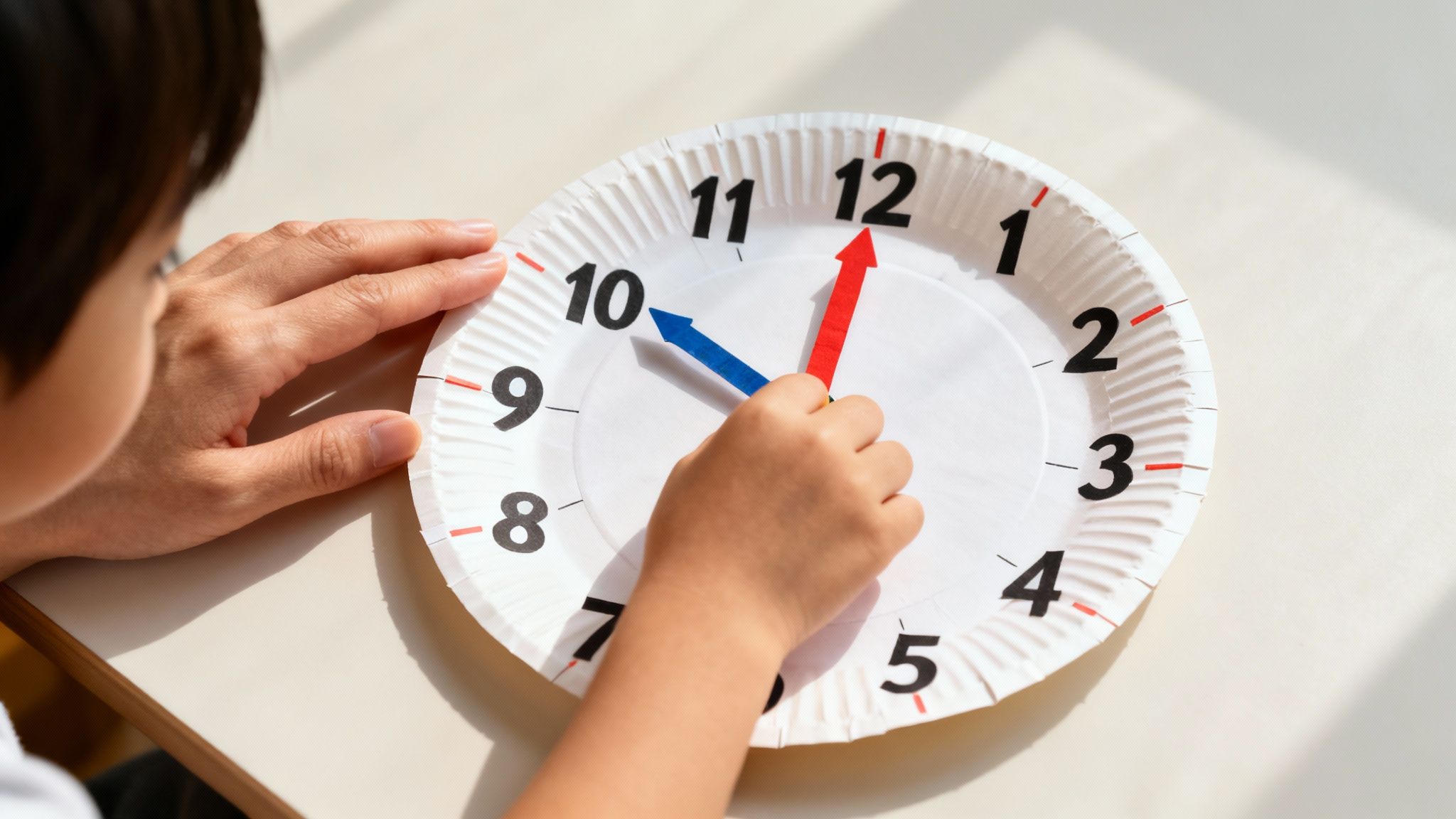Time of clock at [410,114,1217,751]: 10:00
